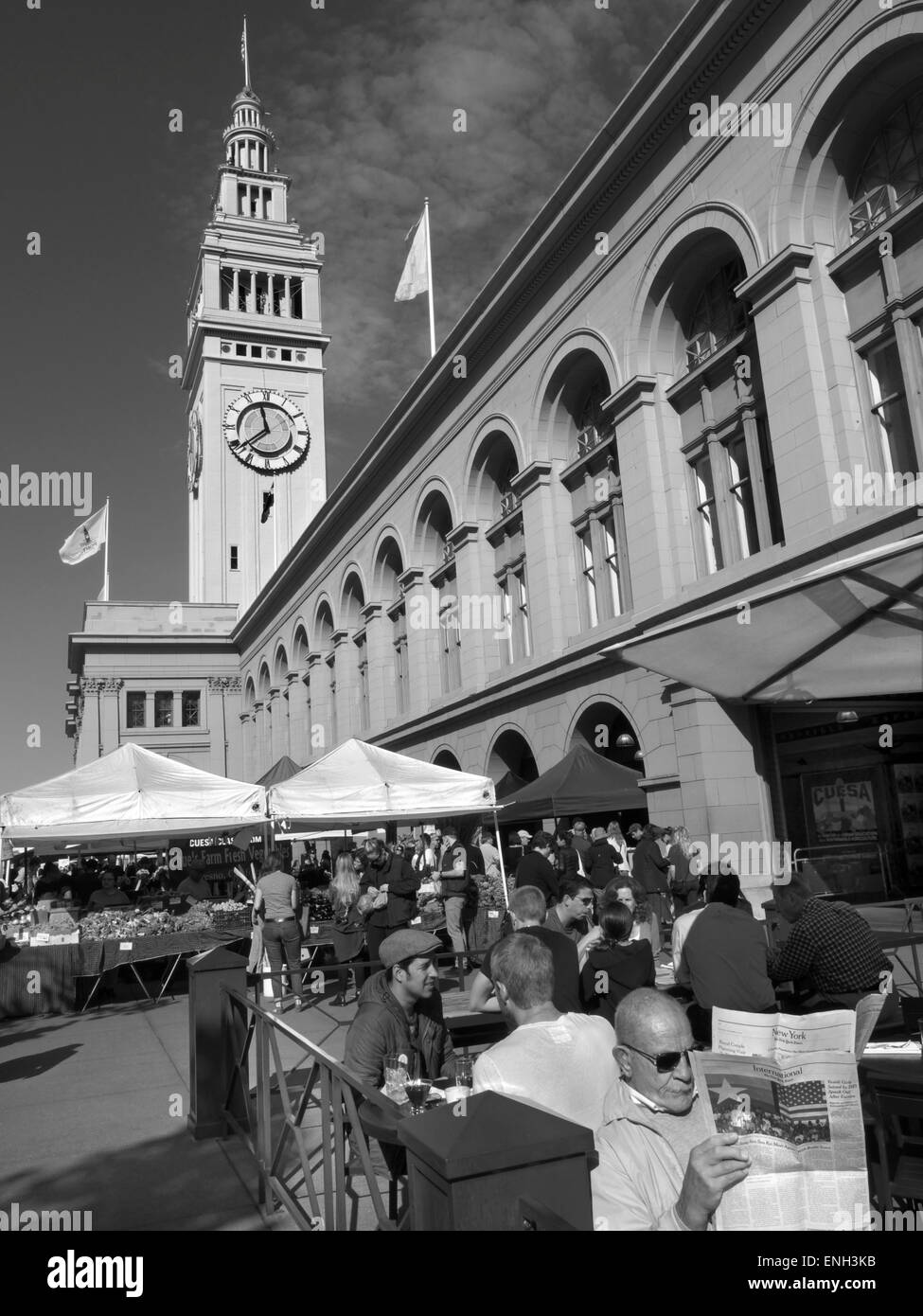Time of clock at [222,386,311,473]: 11:38
